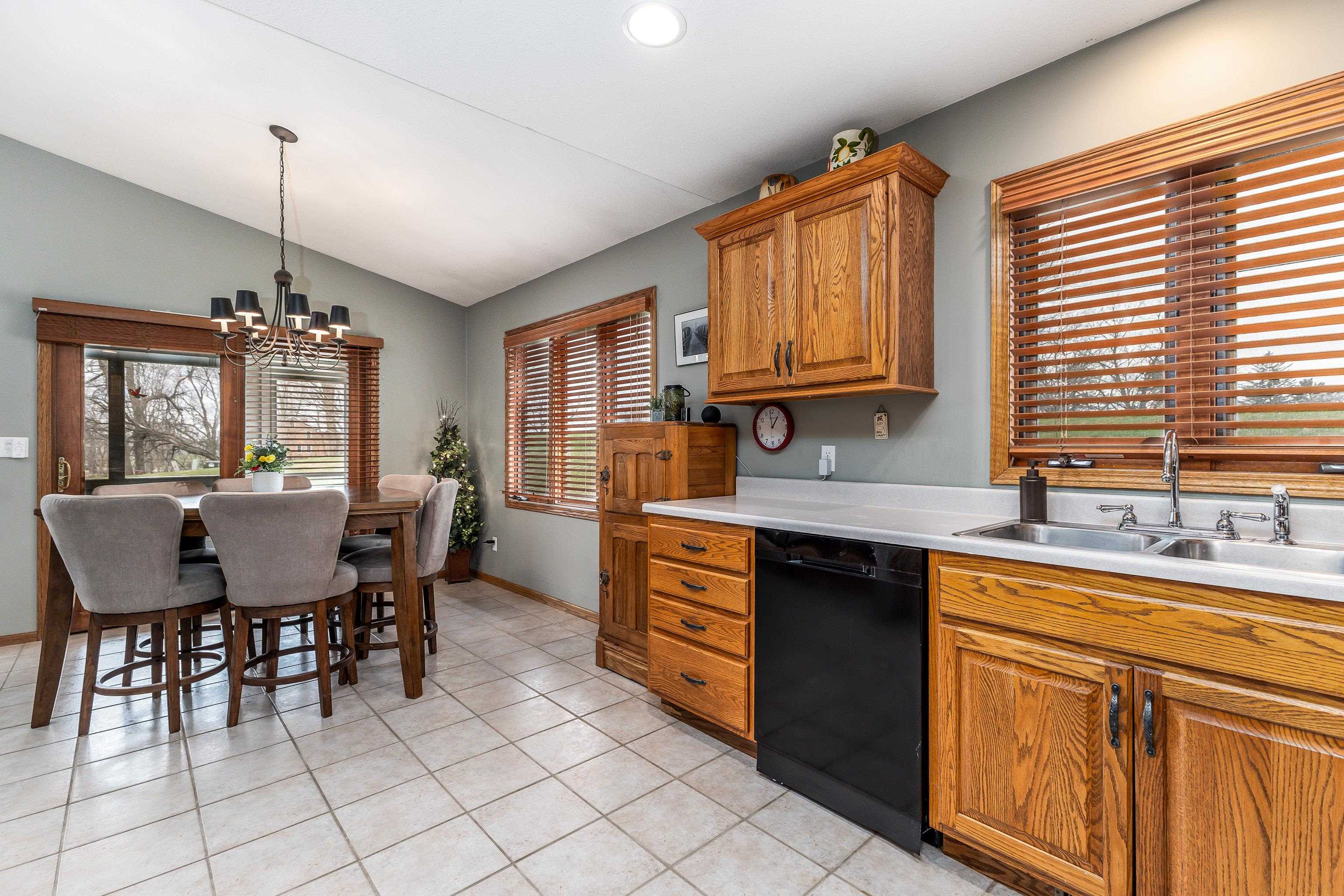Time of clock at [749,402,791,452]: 12:58
